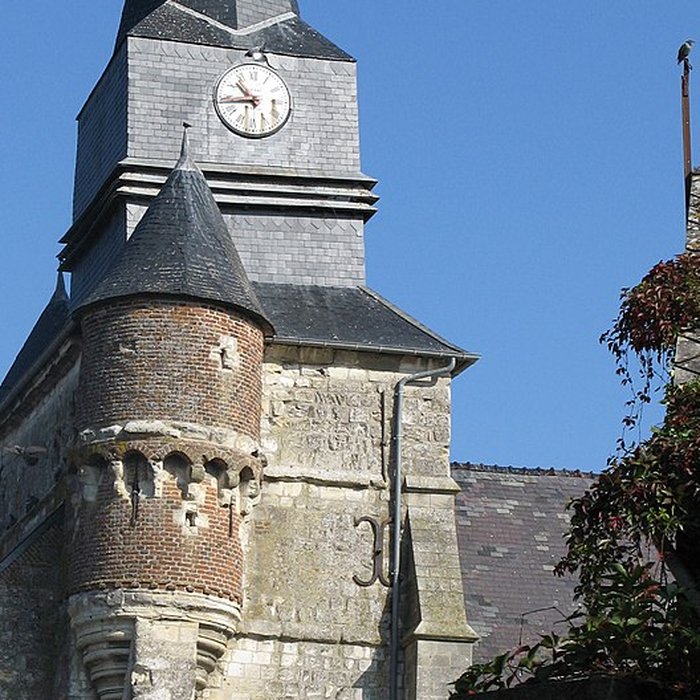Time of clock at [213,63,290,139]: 10:43
